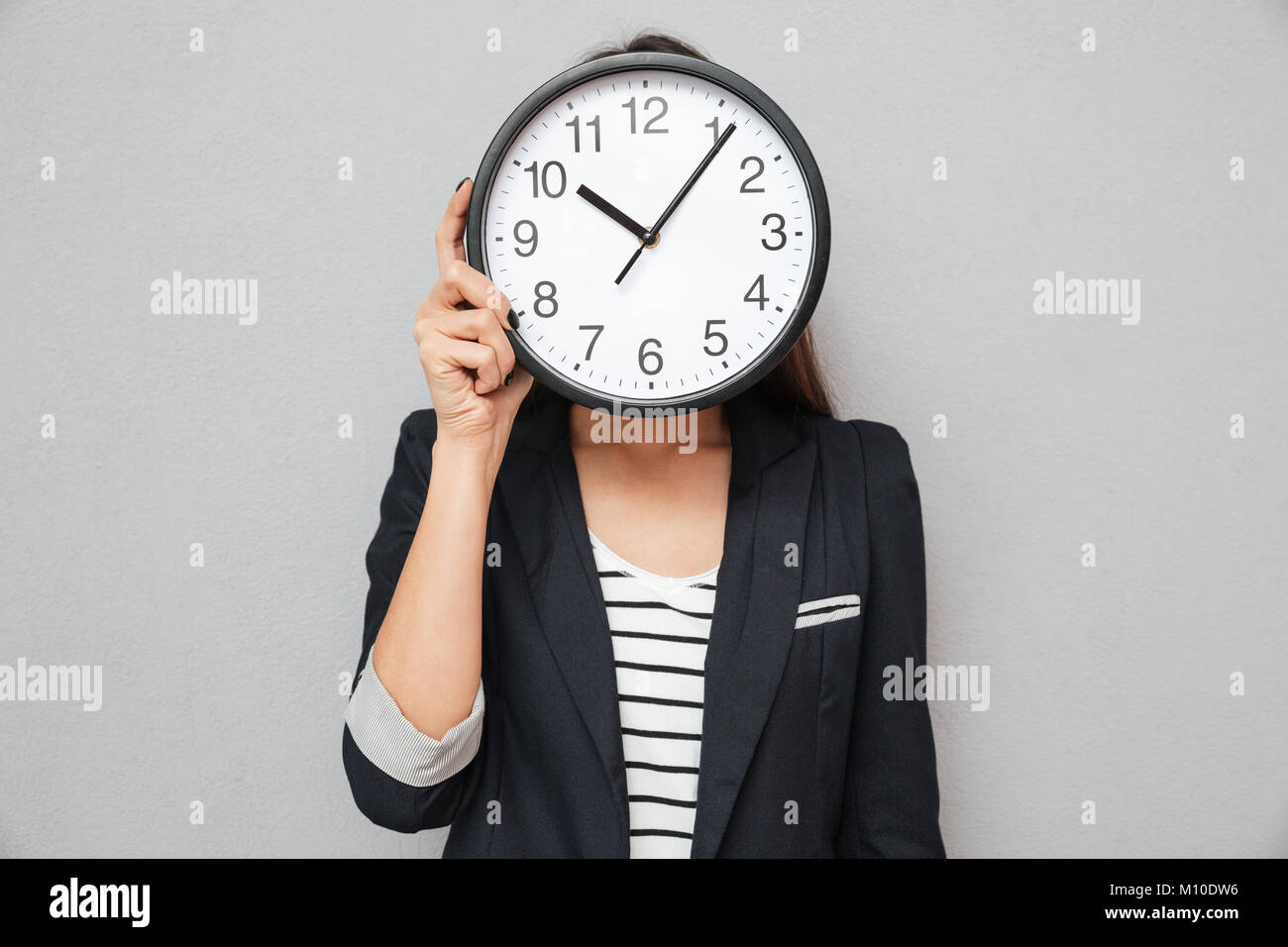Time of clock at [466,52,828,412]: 10:06
